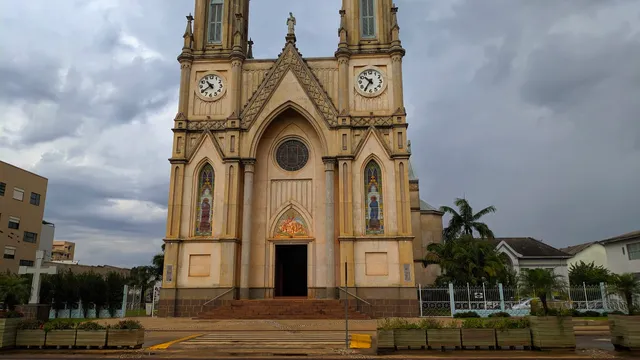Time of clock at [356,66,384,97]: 10:35
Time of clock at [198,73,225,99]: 10:39
